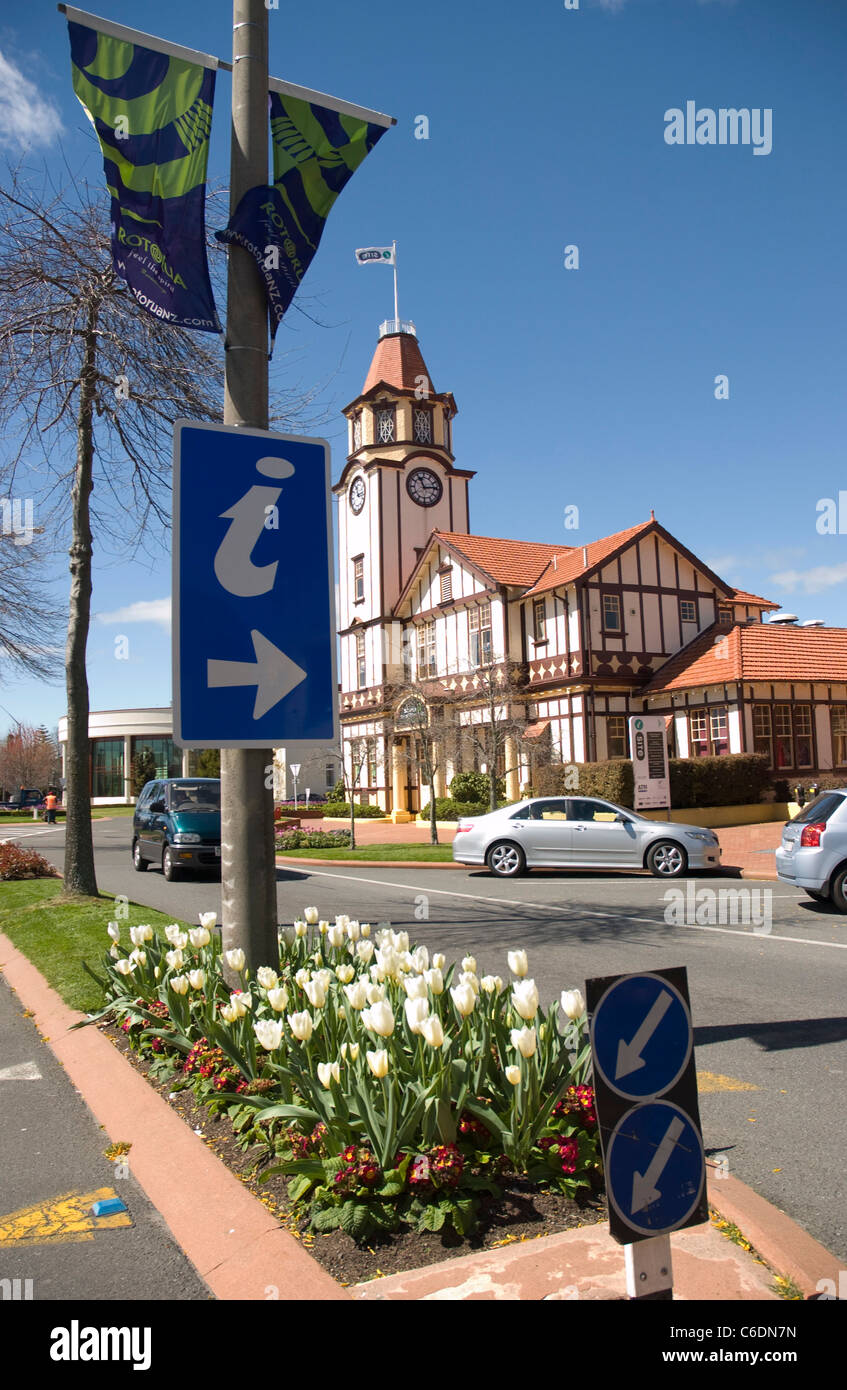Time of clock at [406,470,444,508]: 11:13
